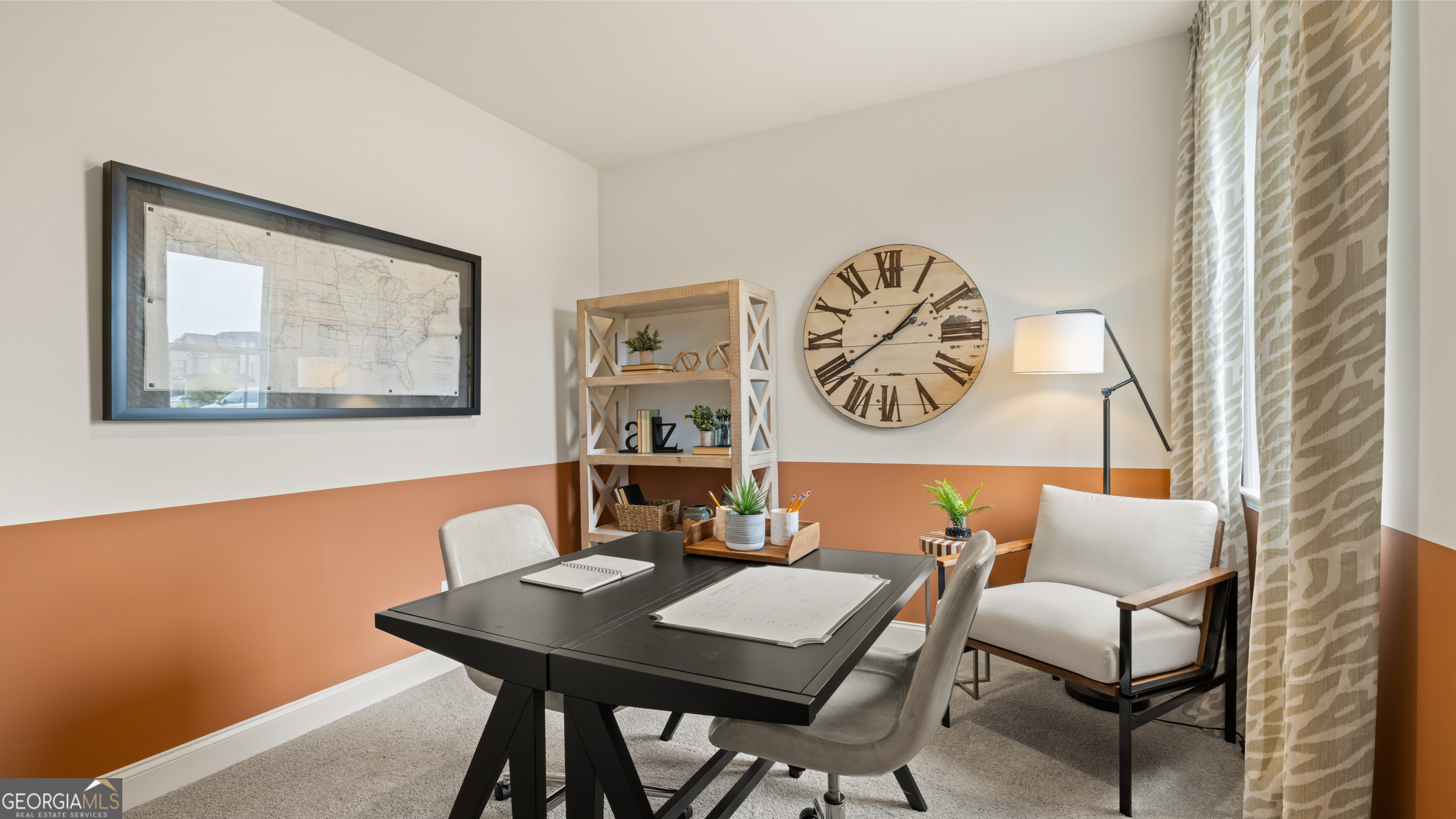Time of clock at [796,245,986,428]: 1:39
